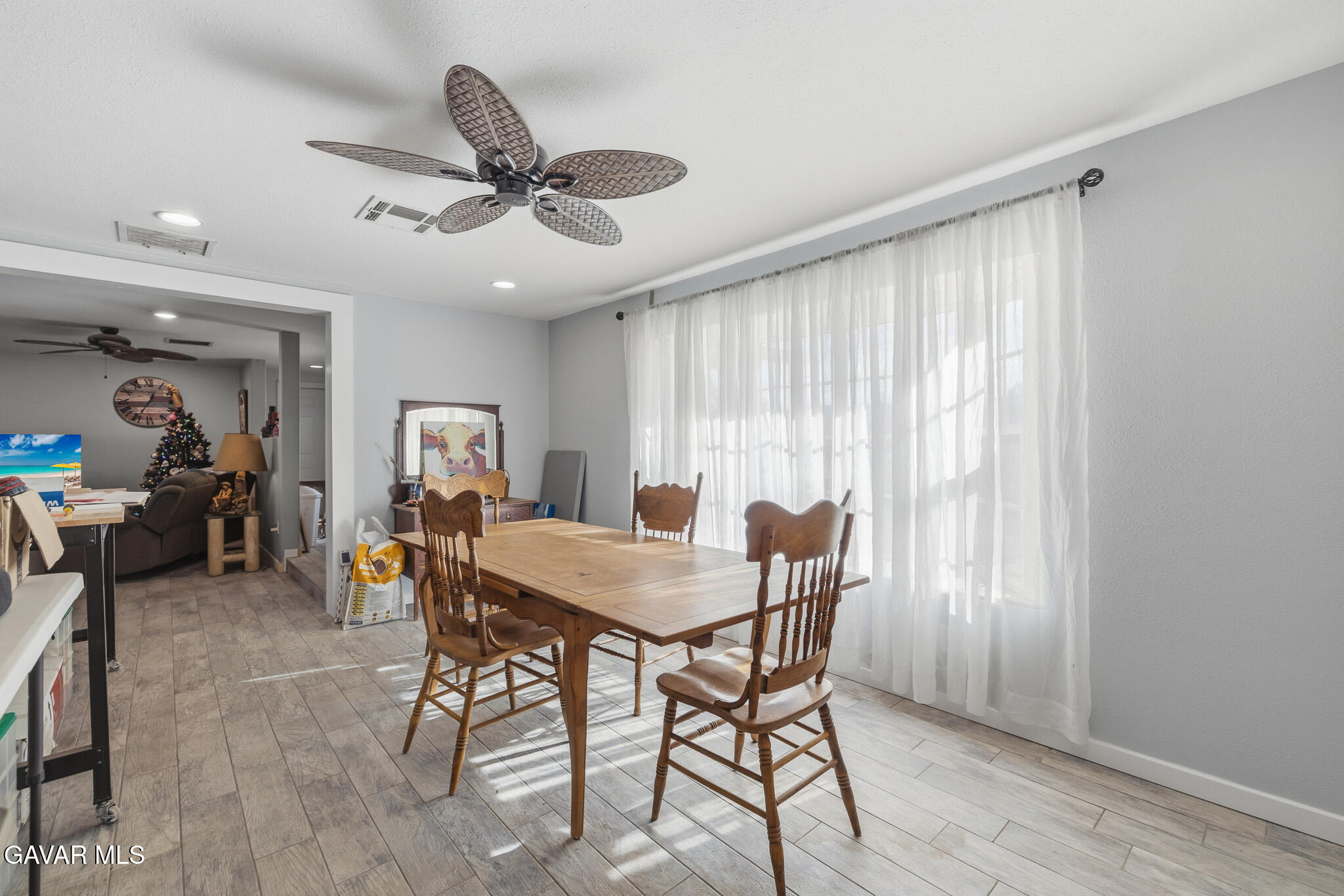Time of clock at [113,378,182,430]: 12:34
